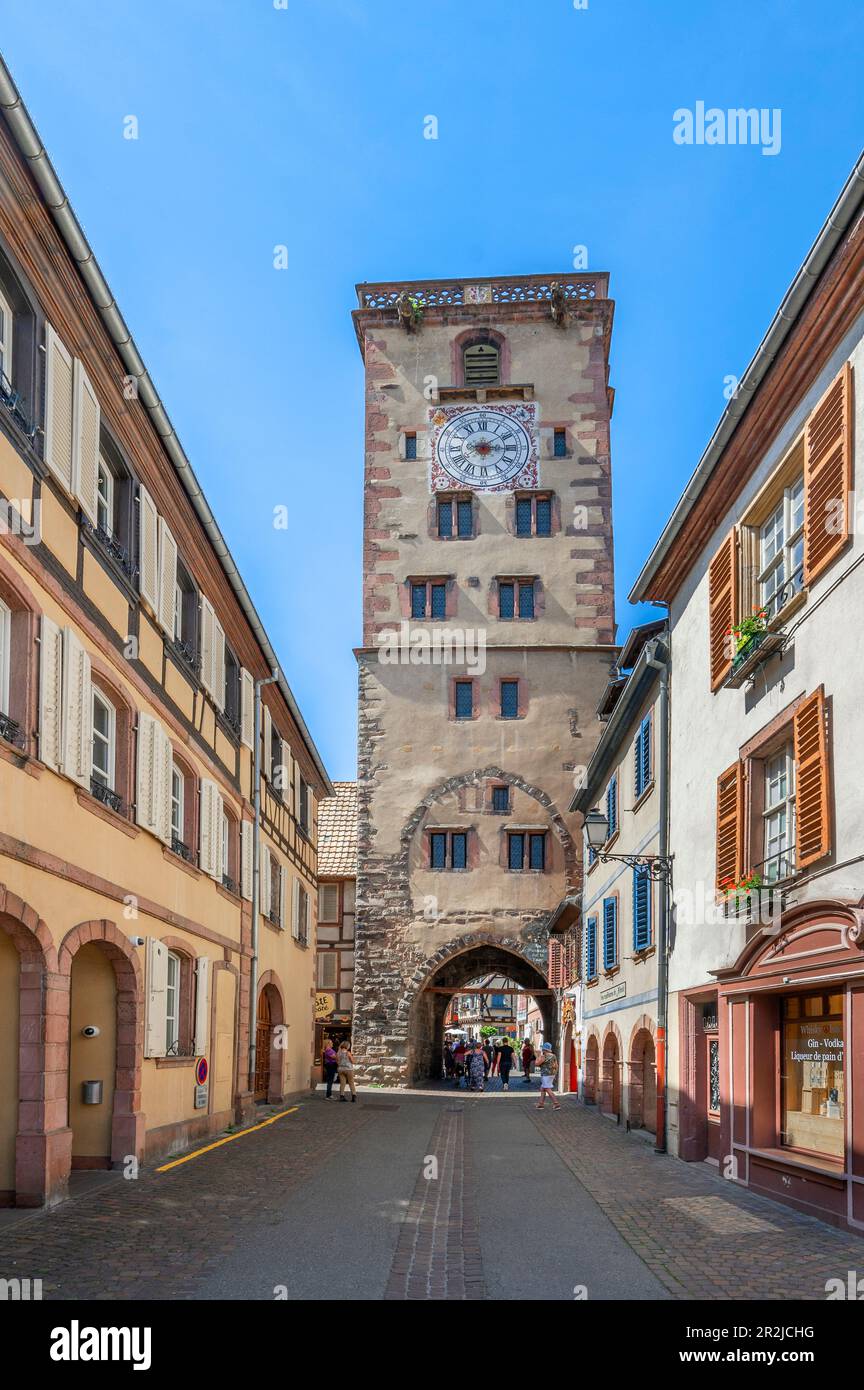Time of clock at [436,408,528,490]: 3:09
